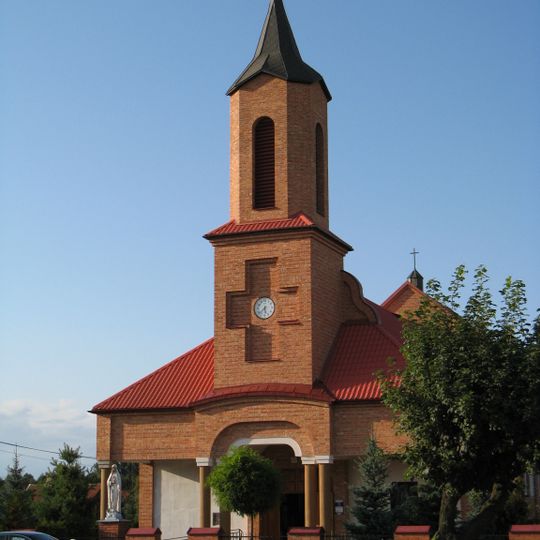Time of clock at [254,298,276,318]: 5:37
